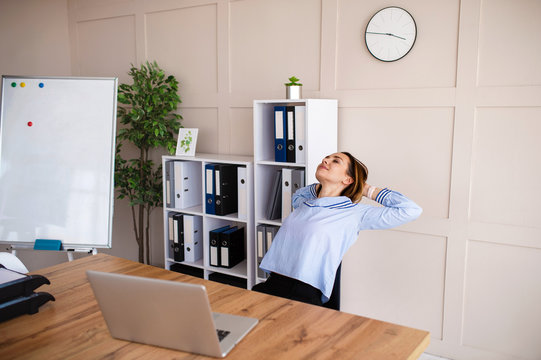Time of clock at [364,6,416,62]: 3:45
